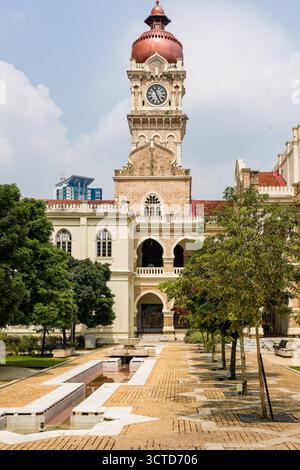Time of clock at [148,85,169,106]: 11:25
